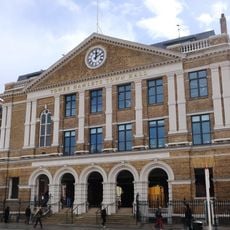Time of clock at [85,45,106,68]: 12:10
